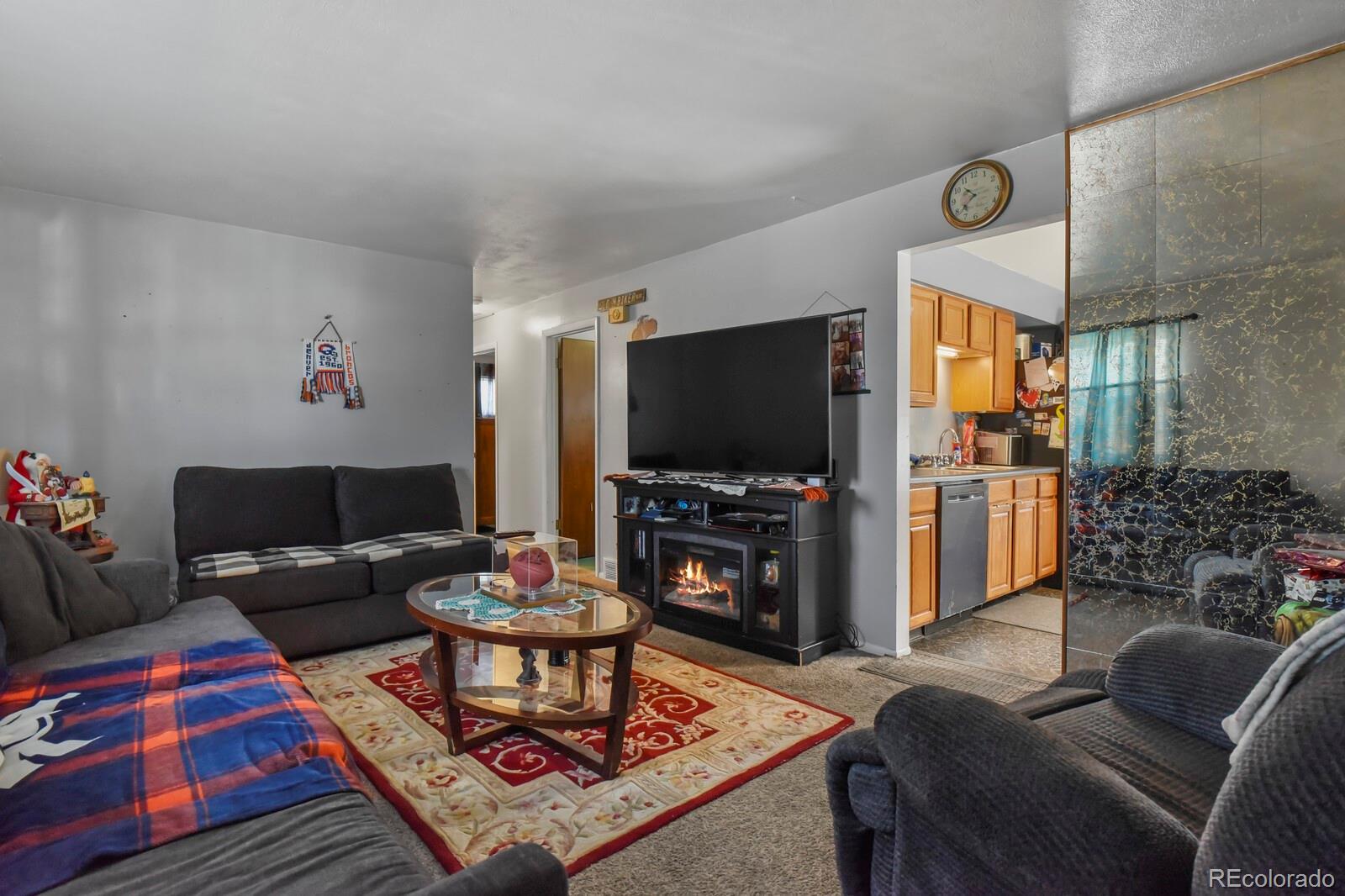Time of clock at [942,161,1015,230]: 10:38
